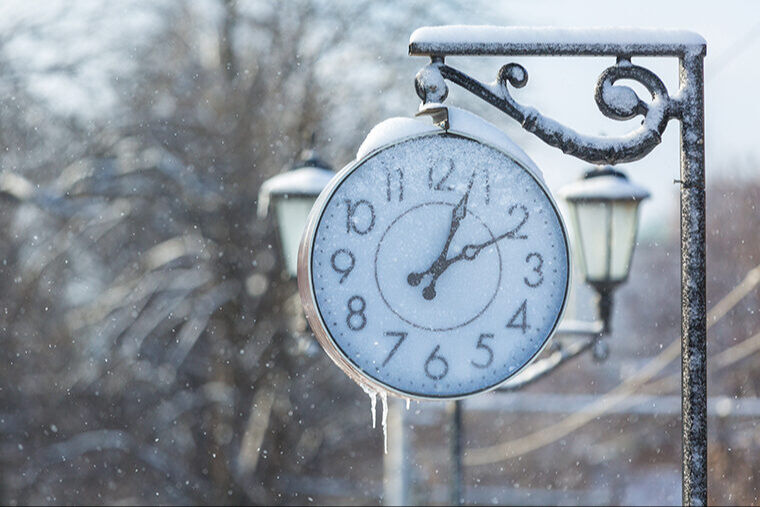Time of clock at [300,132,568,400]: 2:03
